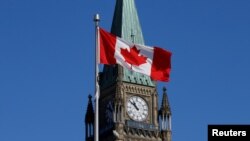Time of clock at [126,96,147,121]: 10:51
